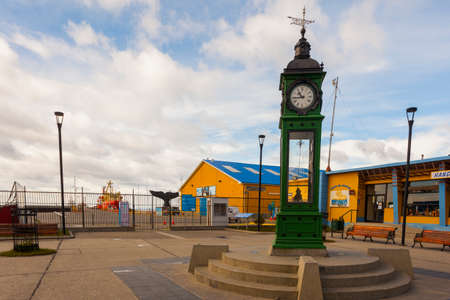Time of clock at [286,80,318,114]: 10:43
